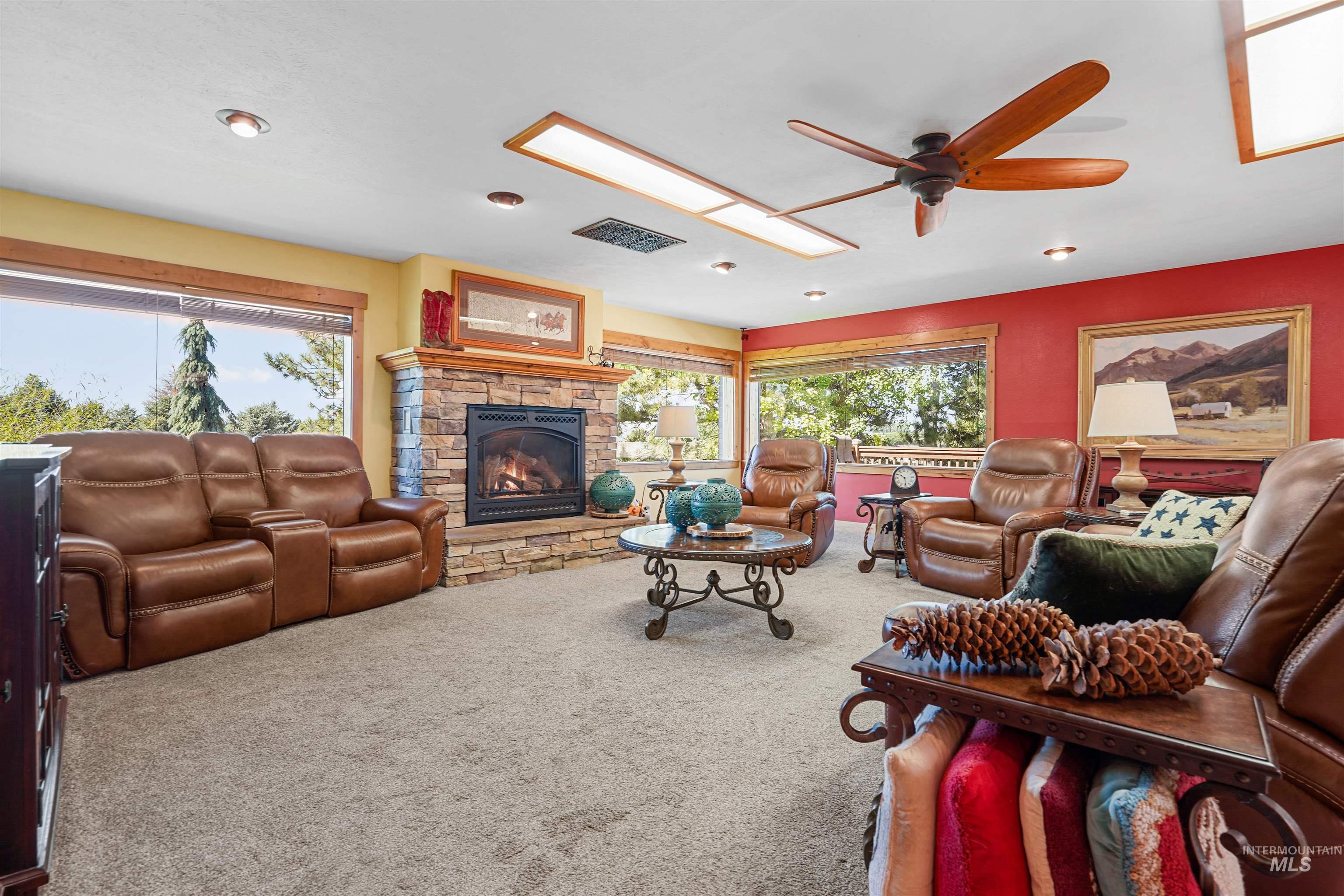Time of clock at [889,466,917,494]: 10:29
